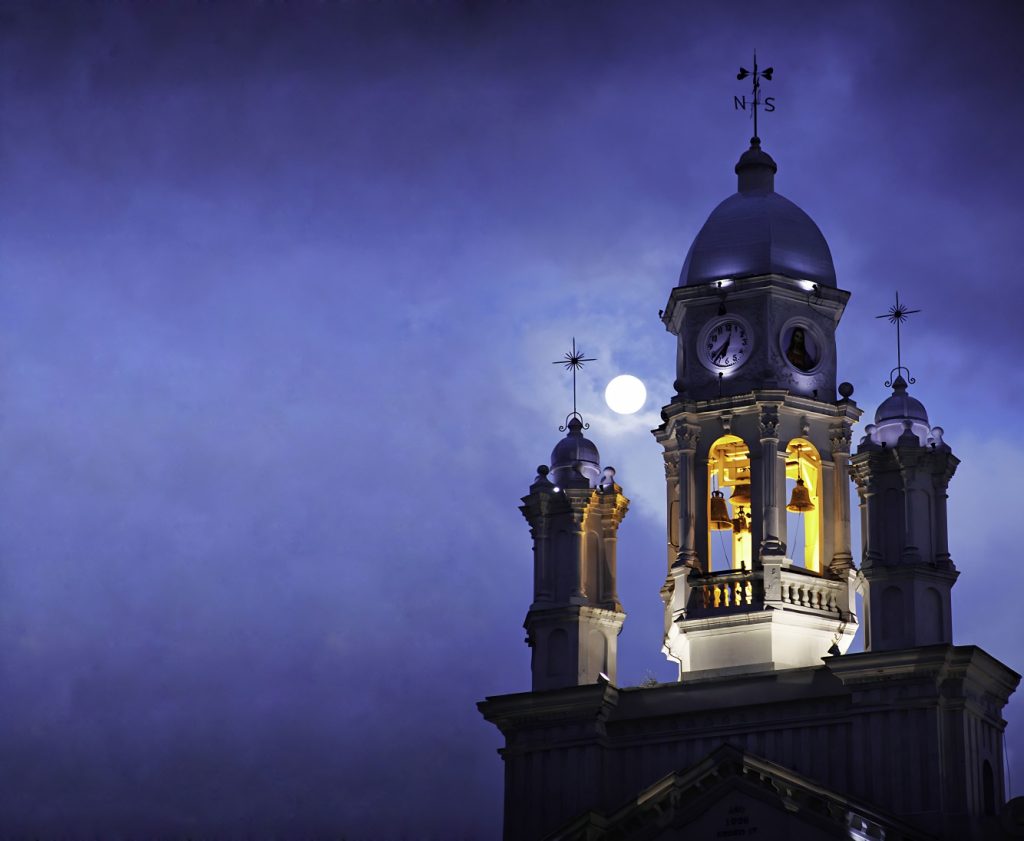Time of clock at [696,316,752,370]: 6:36
